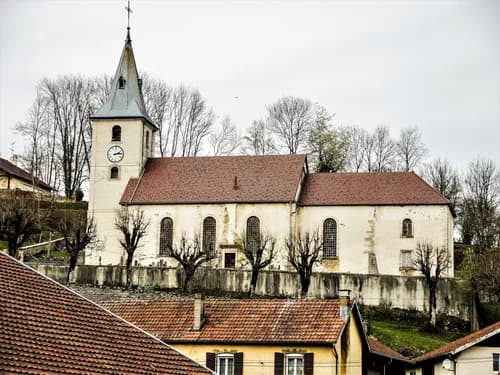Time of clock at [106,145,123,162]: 2:13
